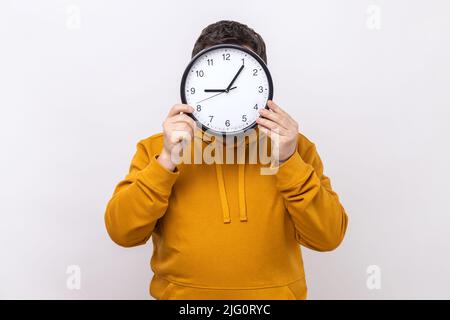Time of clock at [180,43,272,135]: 9:06
